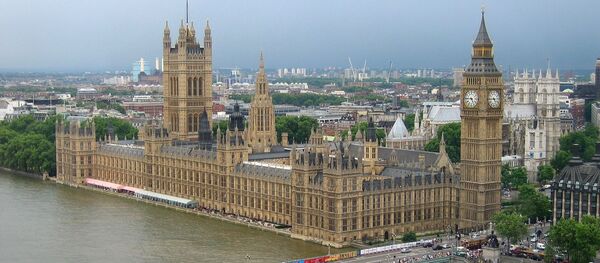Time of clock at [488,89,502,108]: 4:44
